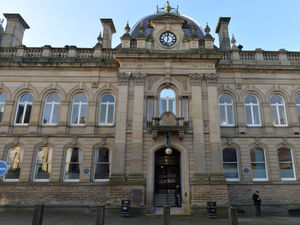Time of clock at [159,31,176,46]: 11:32
